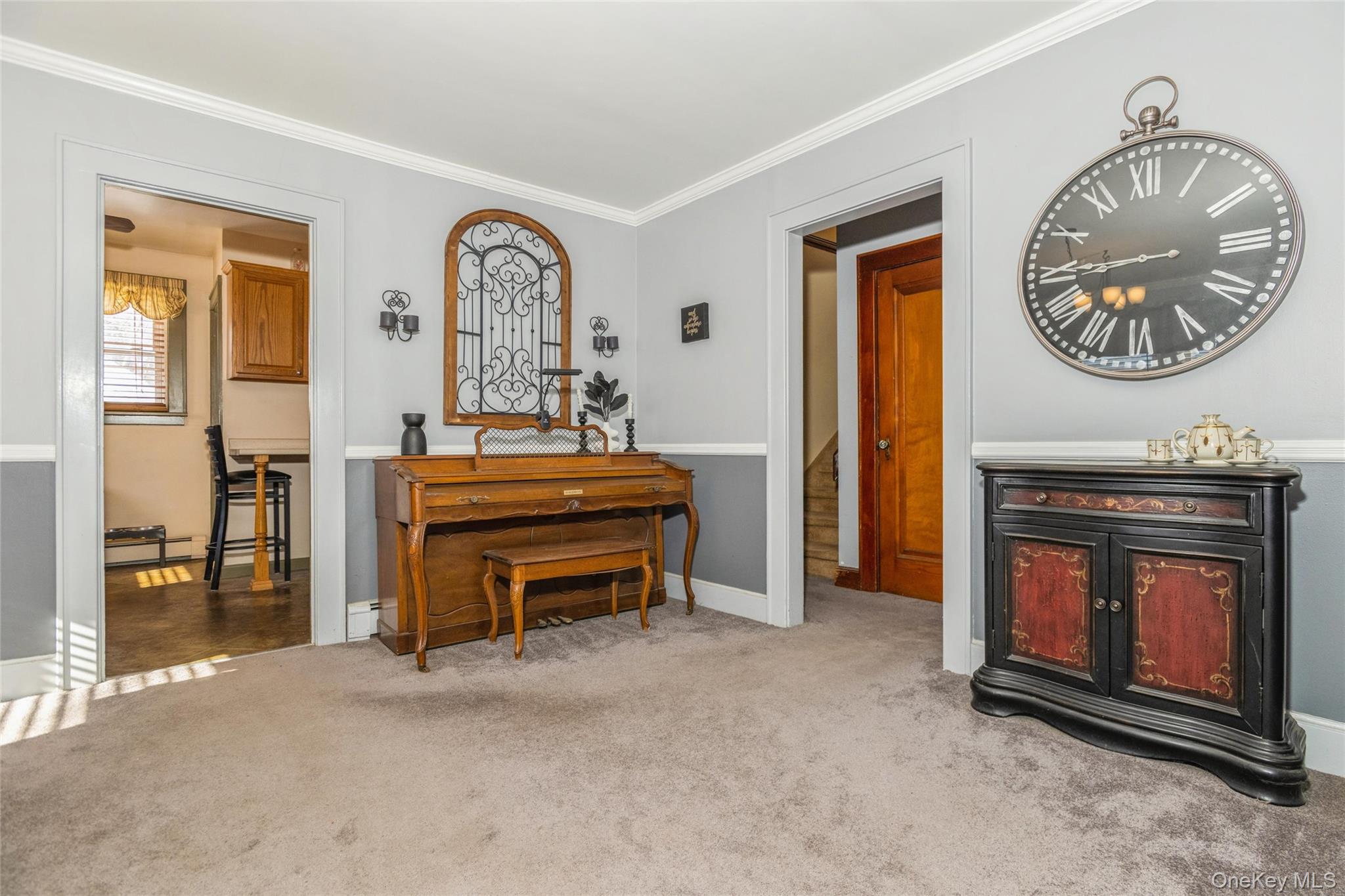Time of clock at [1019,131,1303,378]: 8:45
